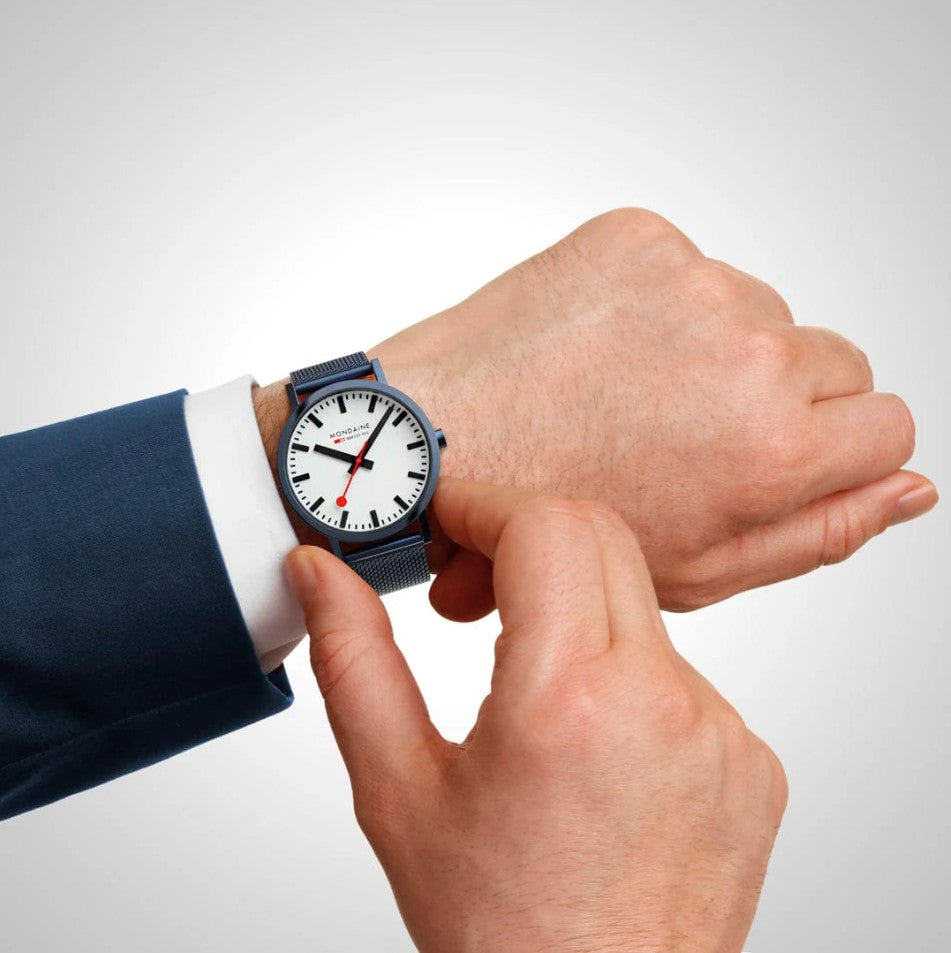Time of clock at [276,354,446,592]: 10:07
